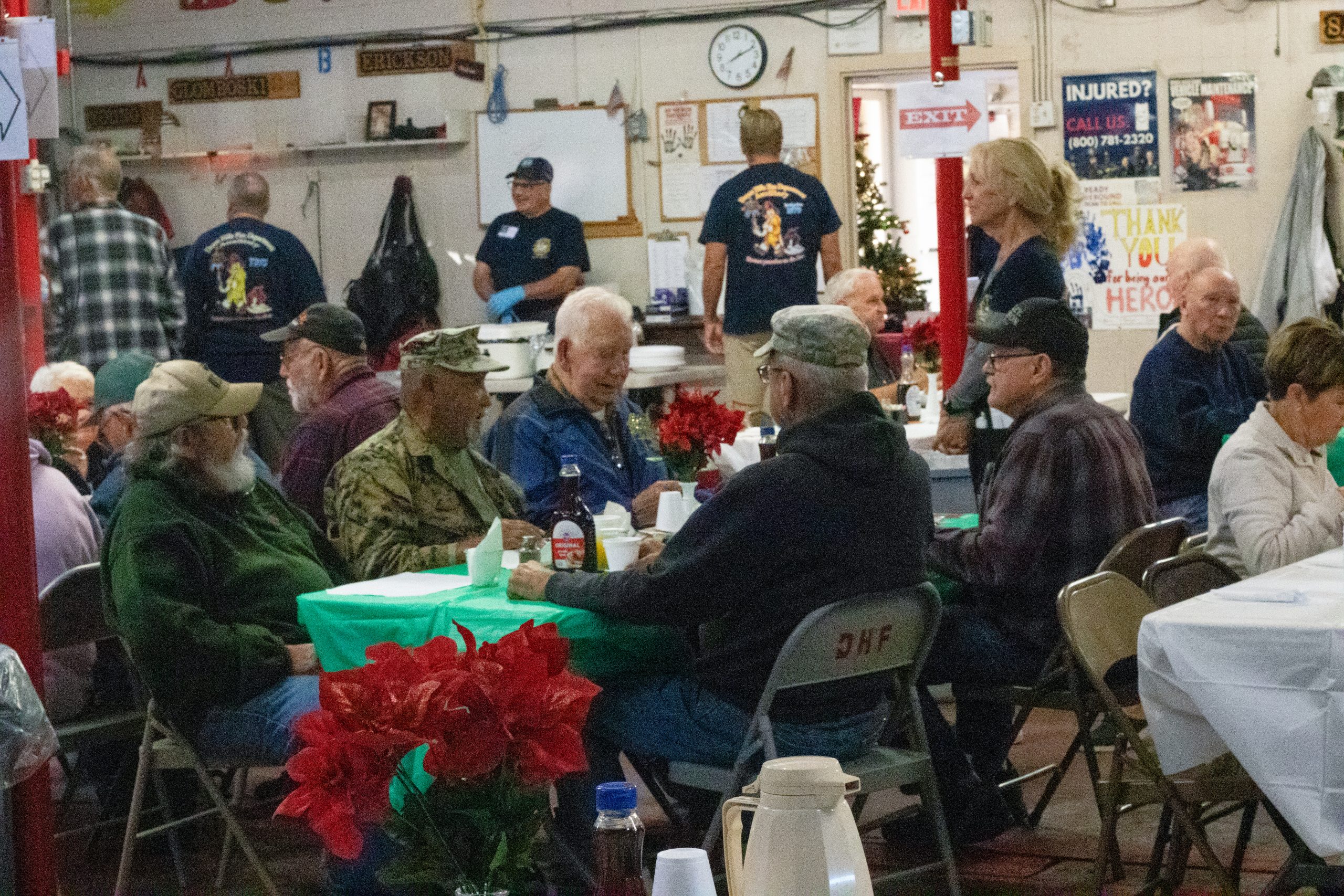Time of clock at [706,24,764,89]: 8:11
